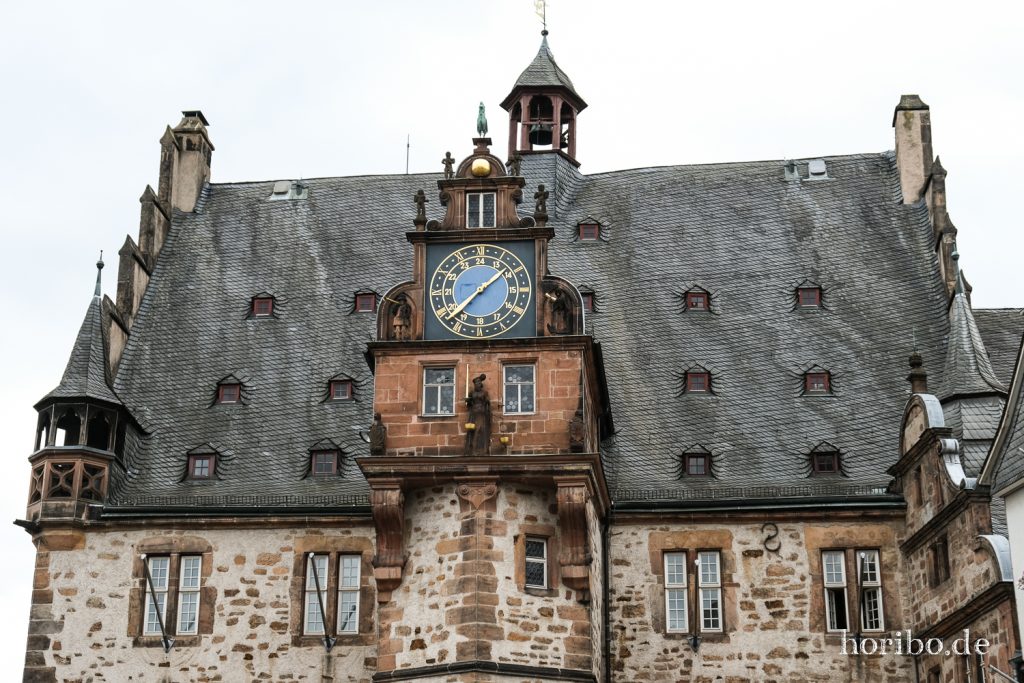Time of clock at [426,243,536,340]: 1:37
